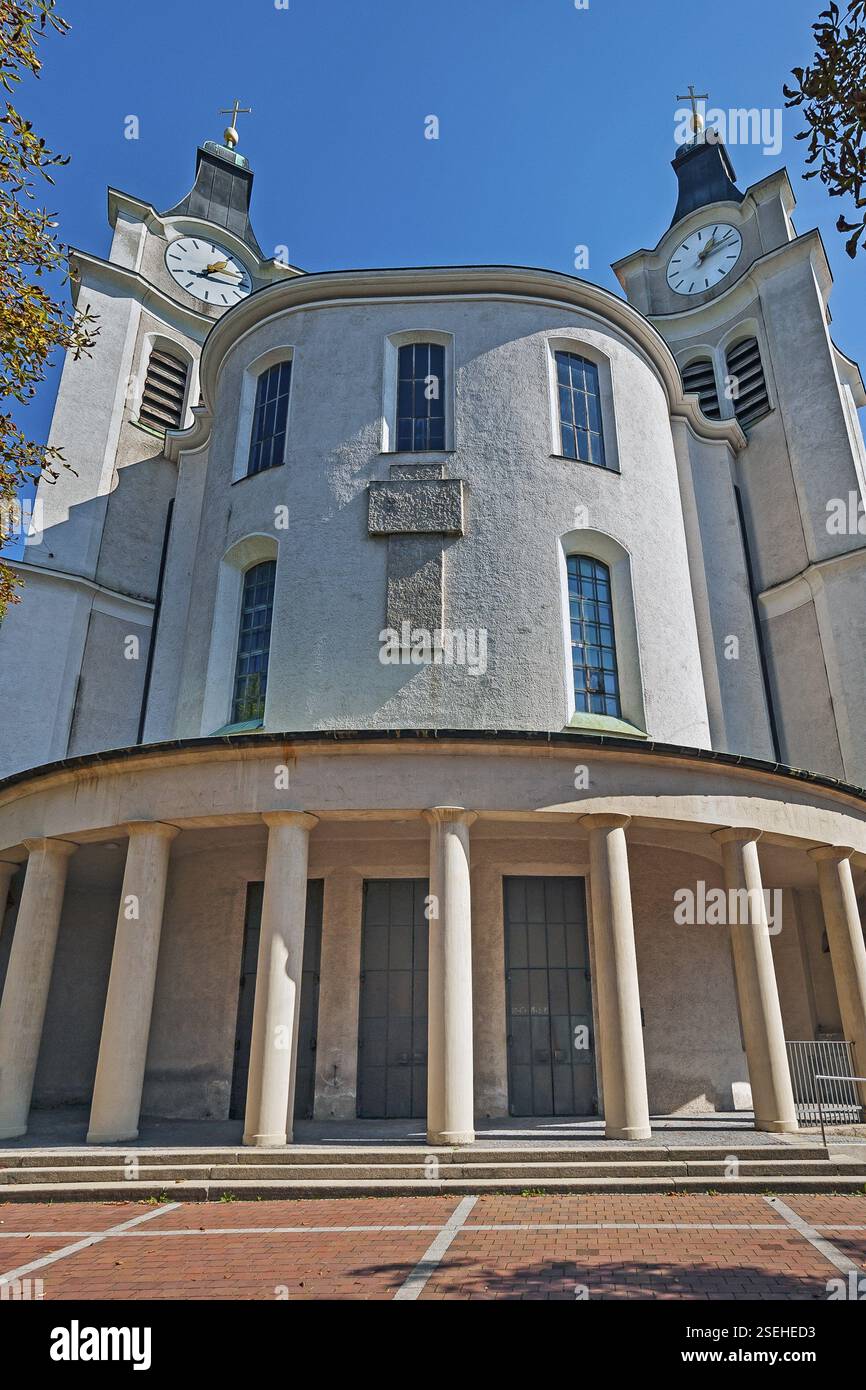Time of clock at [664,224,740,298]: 12:07
